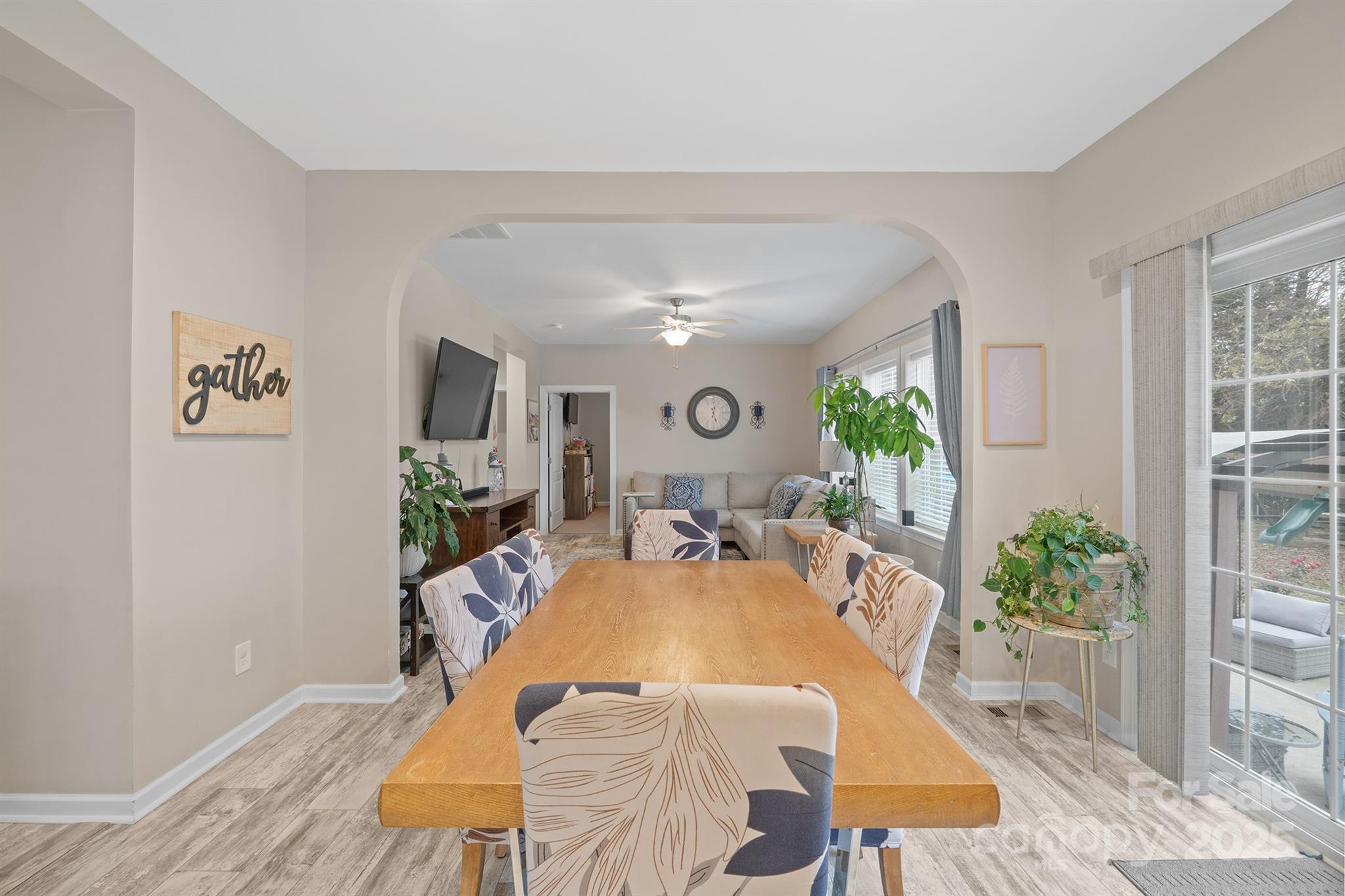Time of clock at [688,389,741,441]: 12:26
